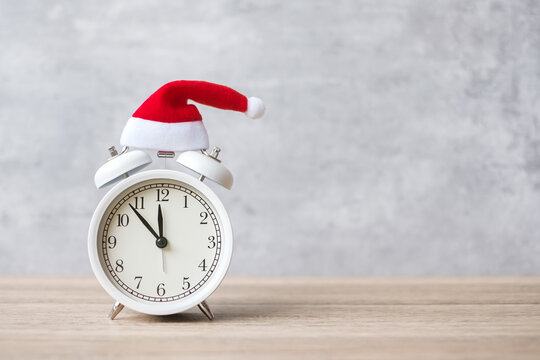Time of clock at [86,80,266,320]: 11:53
